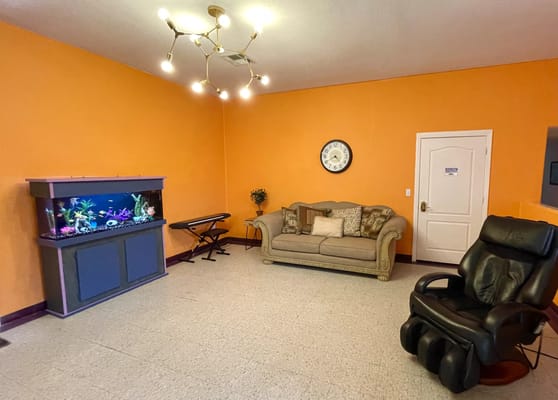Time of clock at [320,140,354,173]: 4:40
